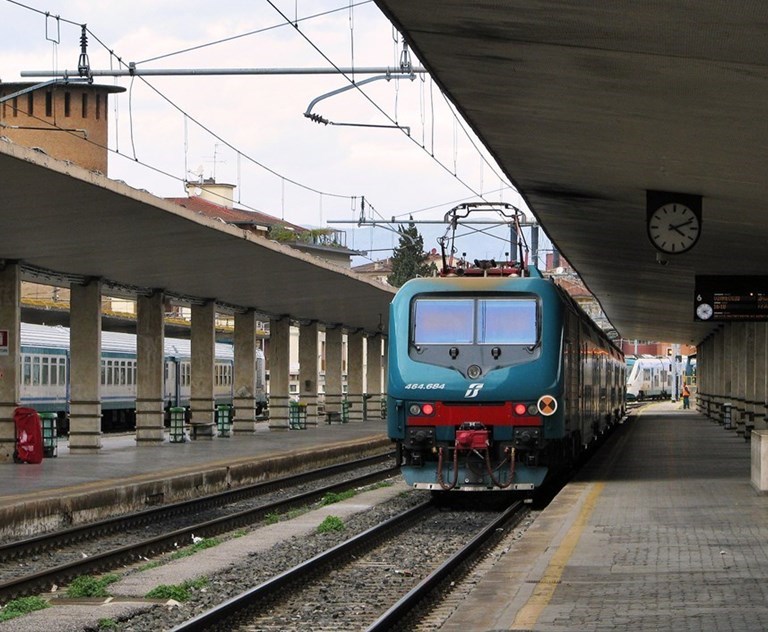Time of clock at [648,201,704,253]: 4:11
